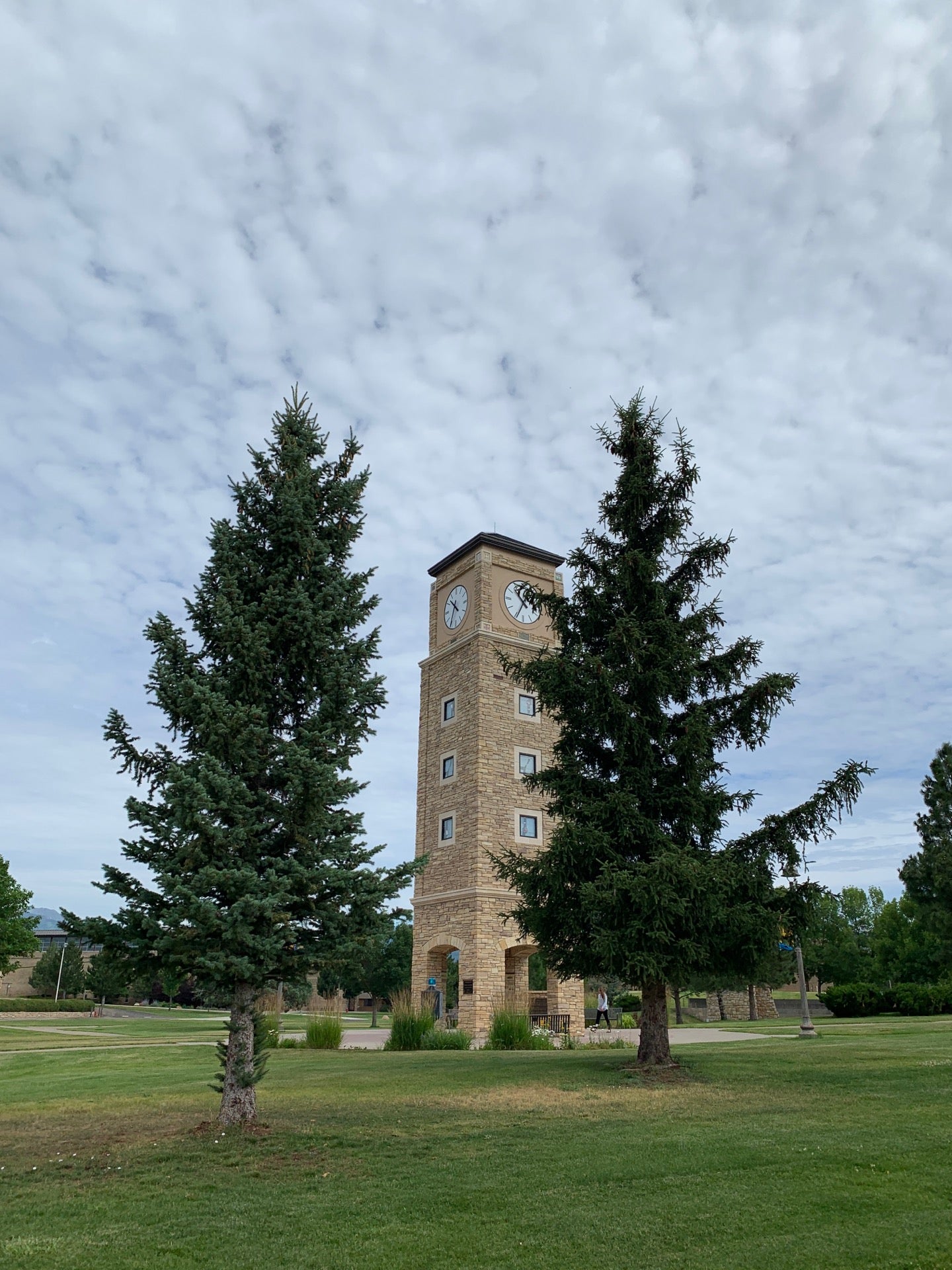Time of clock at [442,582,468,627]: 10:34
